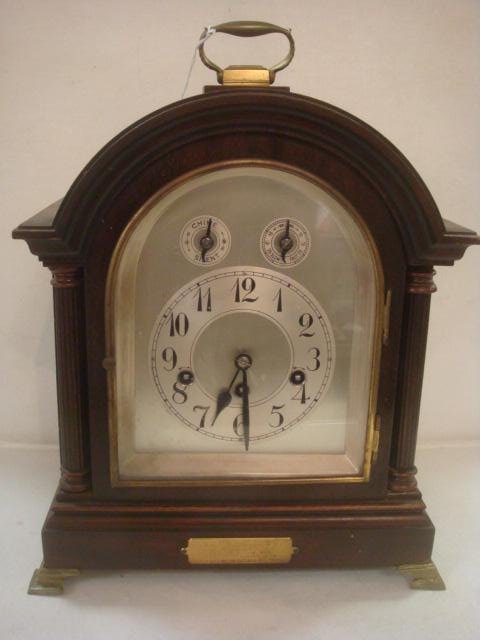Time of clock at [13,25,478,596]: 6:29
